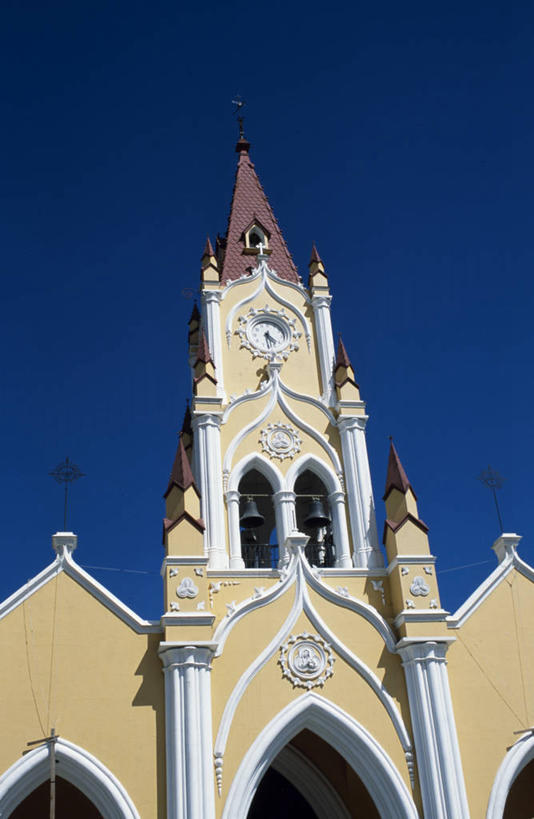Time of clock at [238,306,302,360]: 4:29
